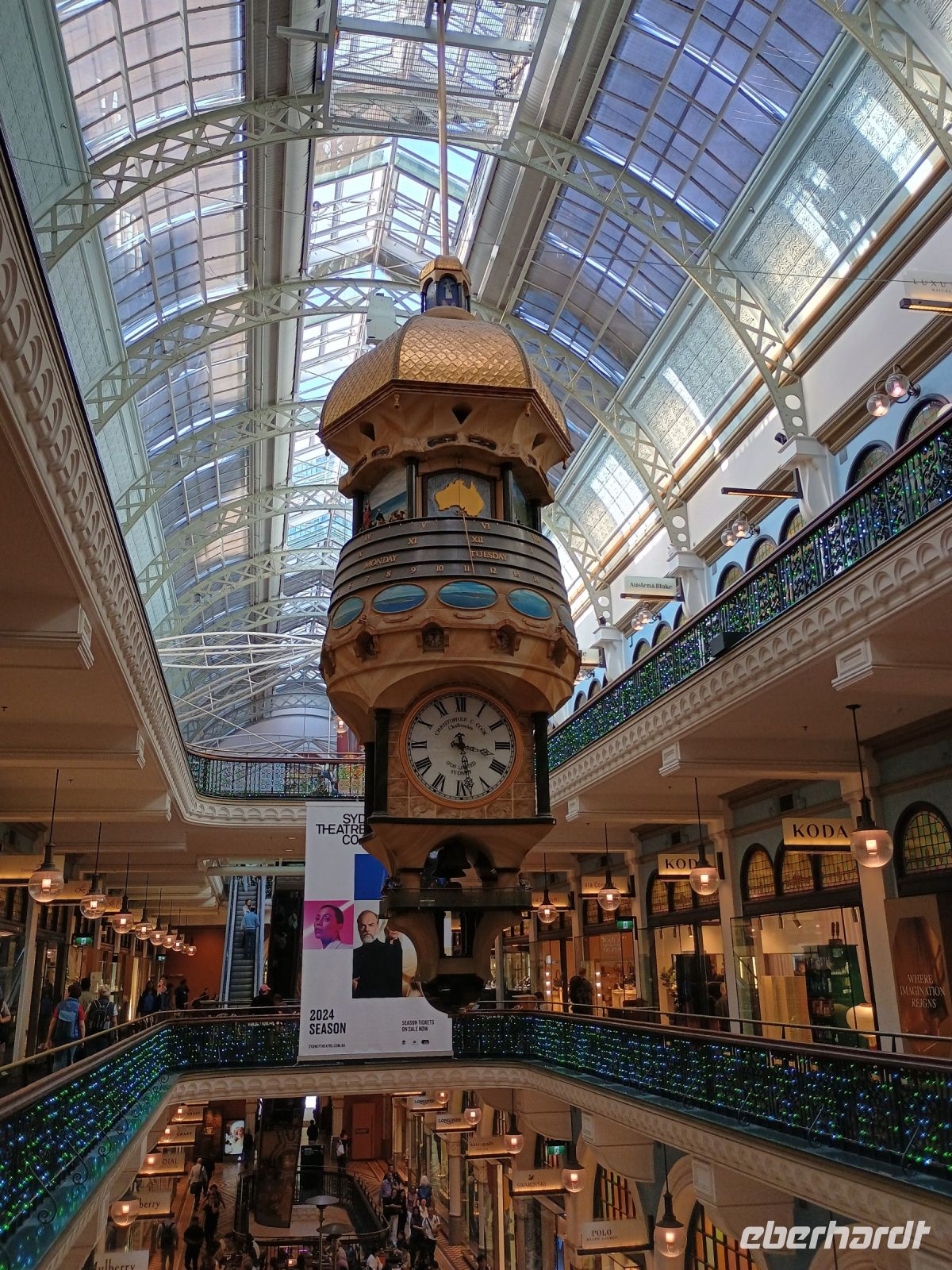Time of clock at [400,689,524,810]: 3:28
